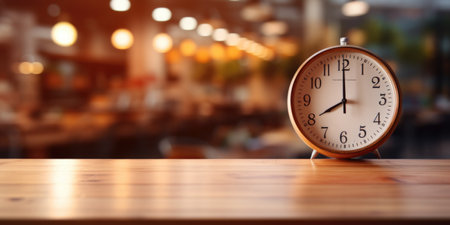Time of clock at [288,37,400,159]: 7:59
